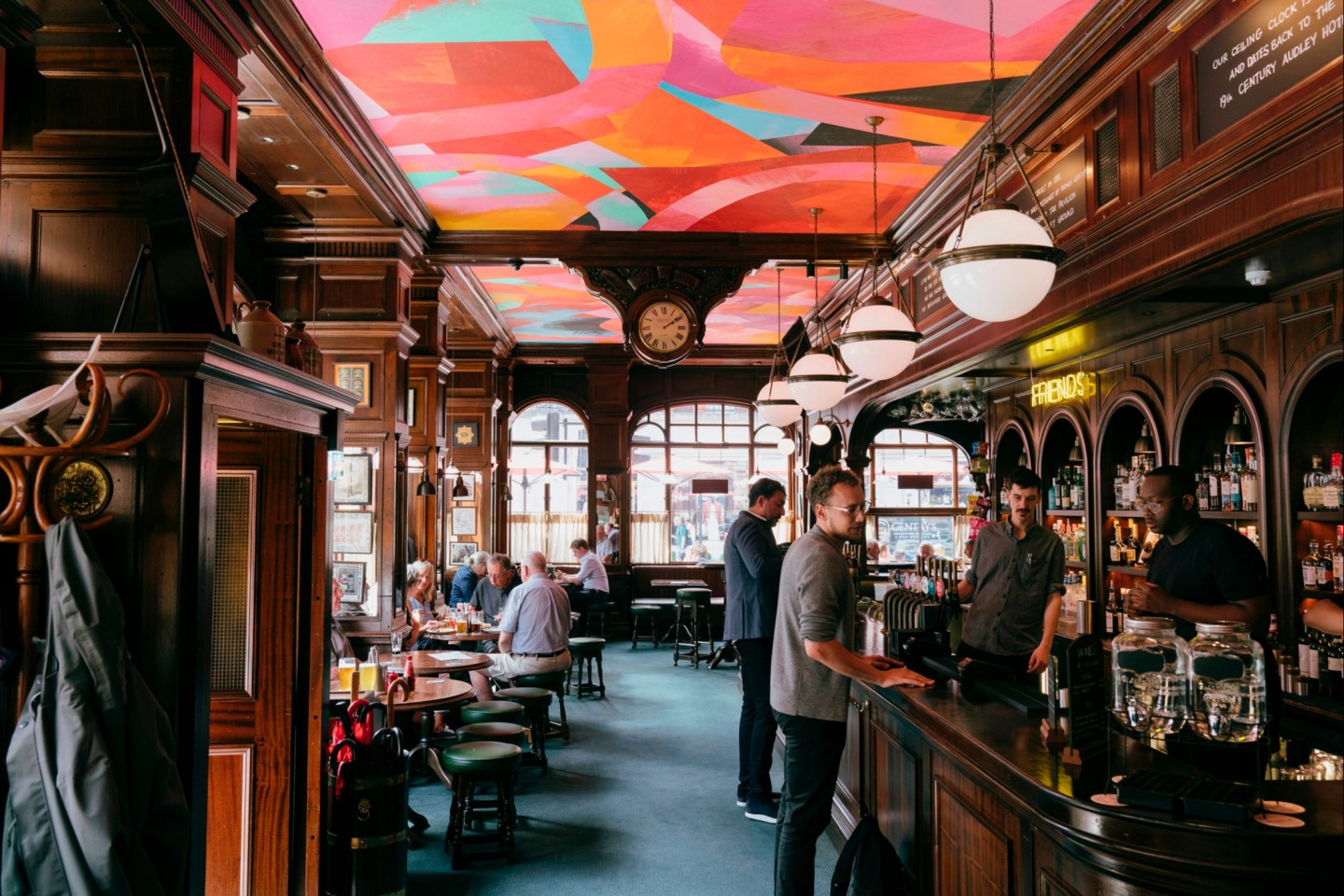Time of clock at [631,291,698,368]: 2:09
